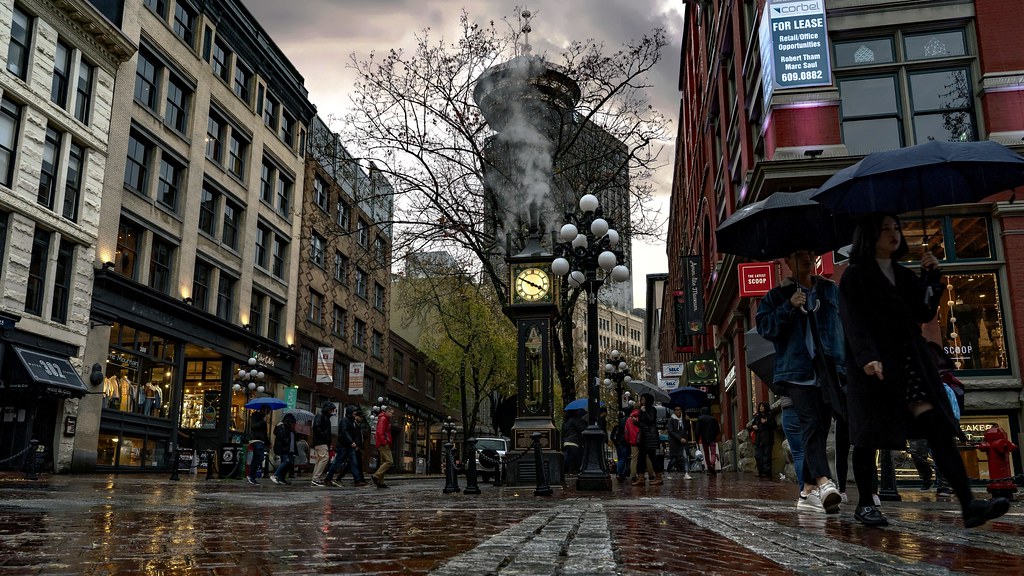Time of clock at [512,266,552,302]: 3:49
